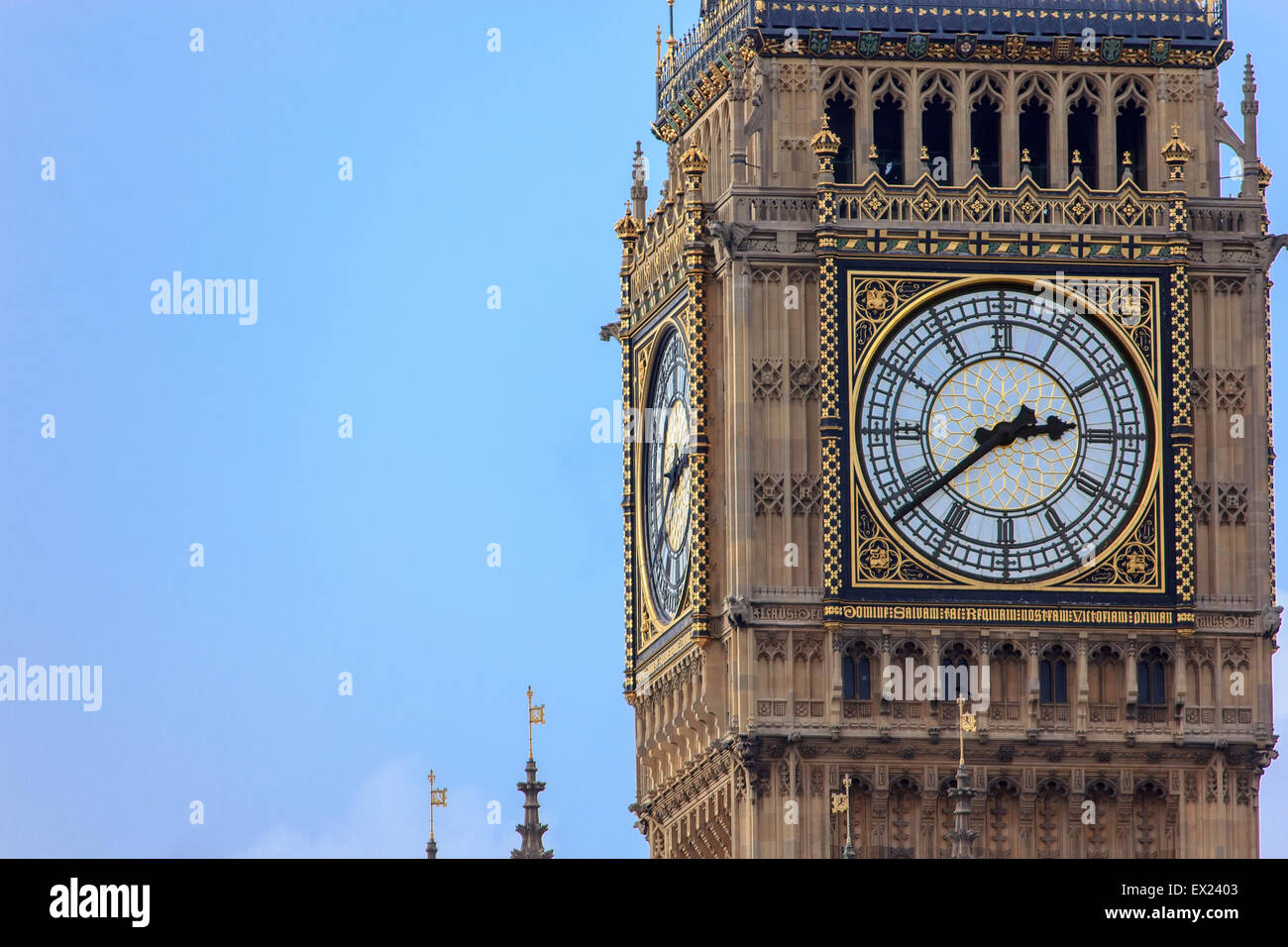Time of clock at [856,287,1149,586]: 2:38
